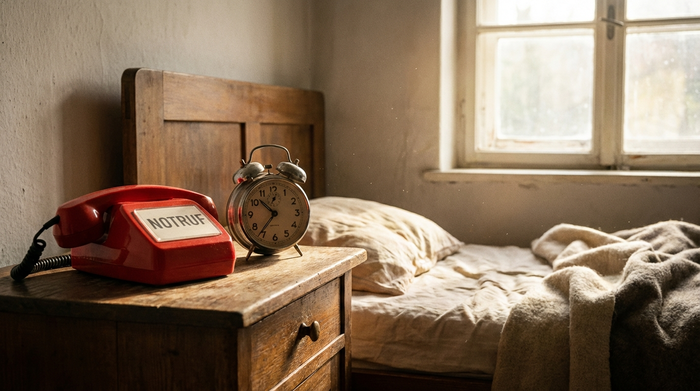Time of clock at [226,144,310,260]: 10:36
